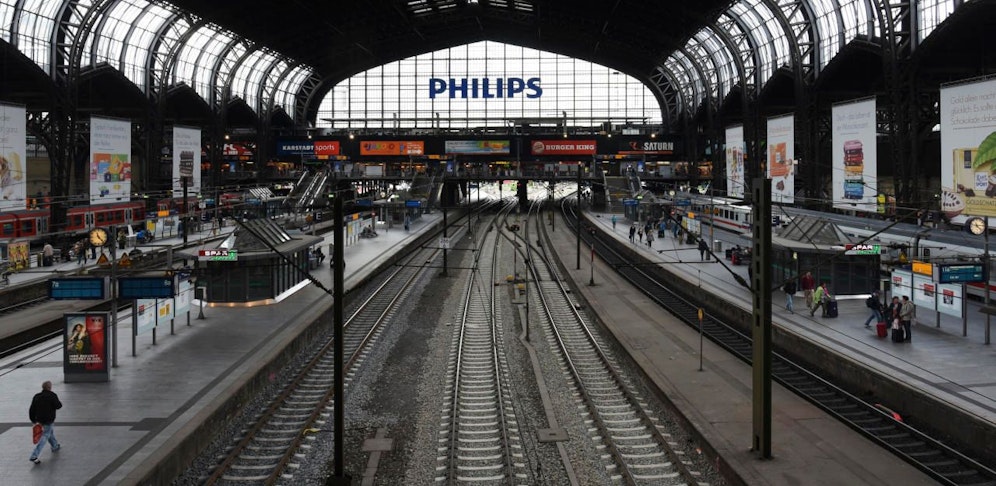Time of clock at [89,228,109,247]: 11:22
